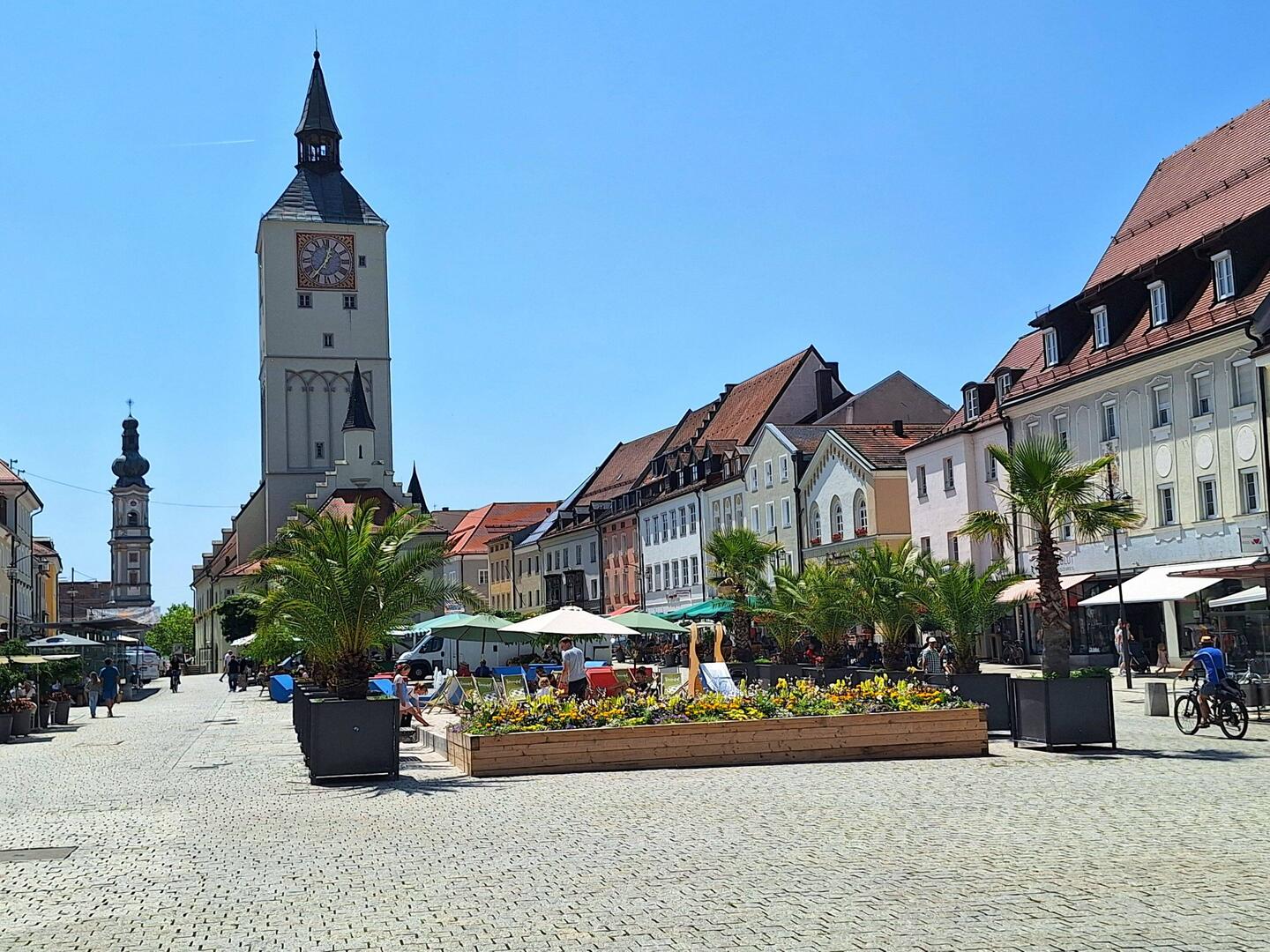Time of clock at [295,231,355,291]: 12:36
